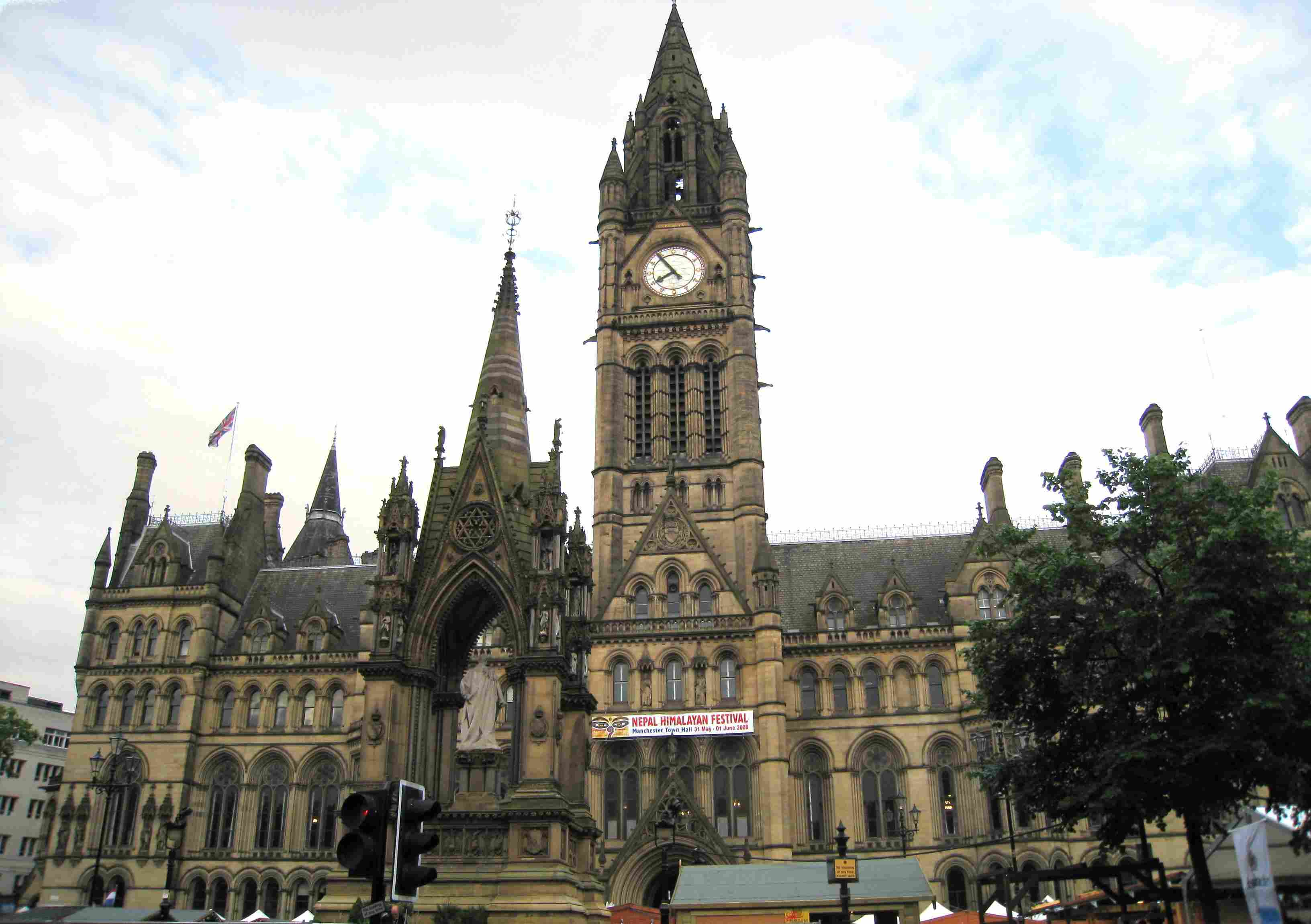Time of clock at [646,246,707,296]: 7:53
